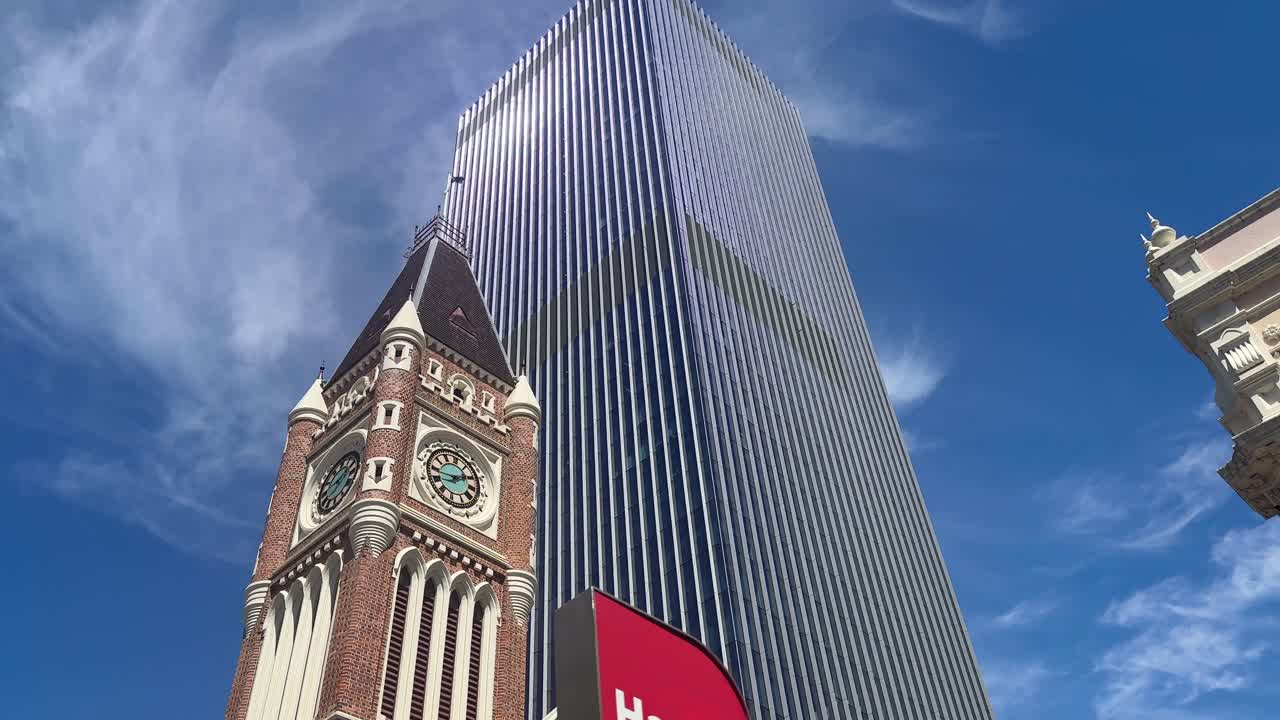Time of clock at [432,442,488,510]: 1:43
